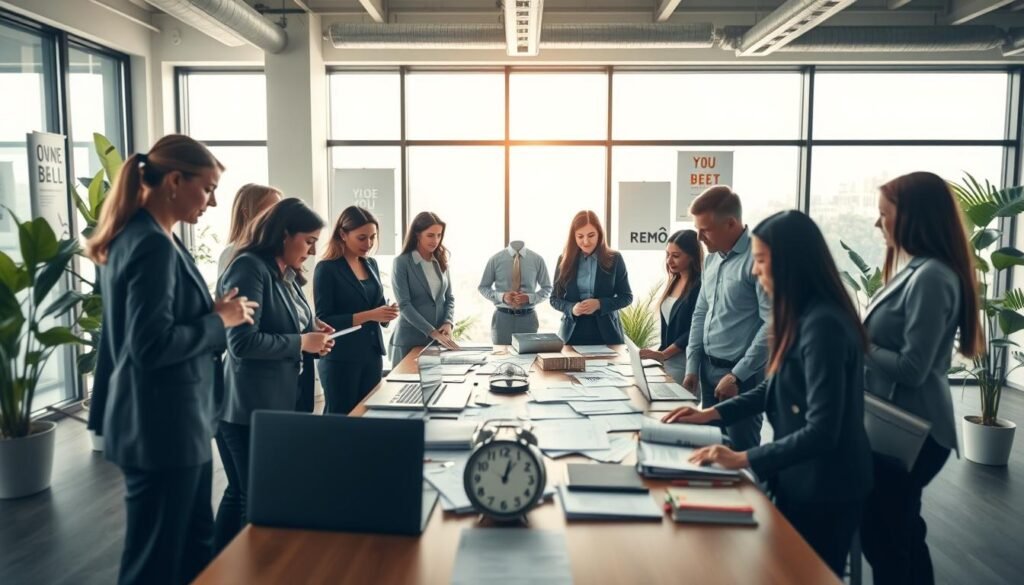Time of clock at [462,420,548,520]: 1:02
